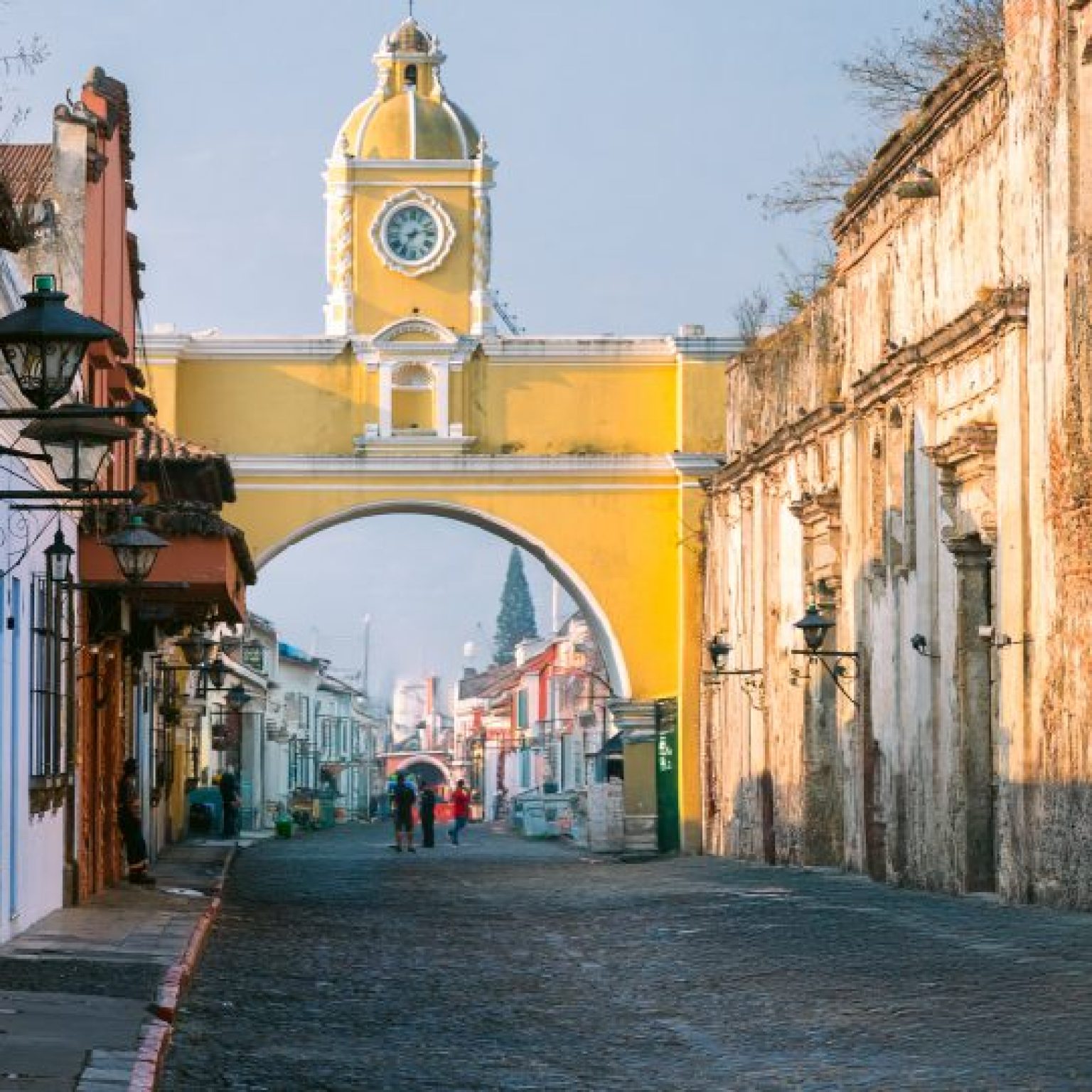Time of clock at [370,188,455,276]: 7:12
